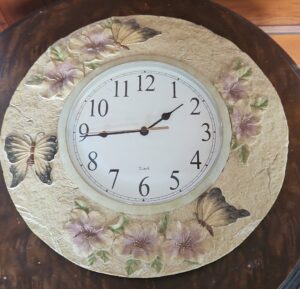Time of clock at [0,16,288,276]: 1:44
